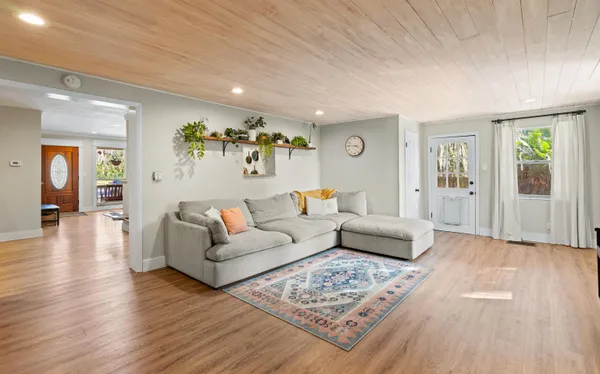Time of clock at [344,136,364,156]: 3:46
